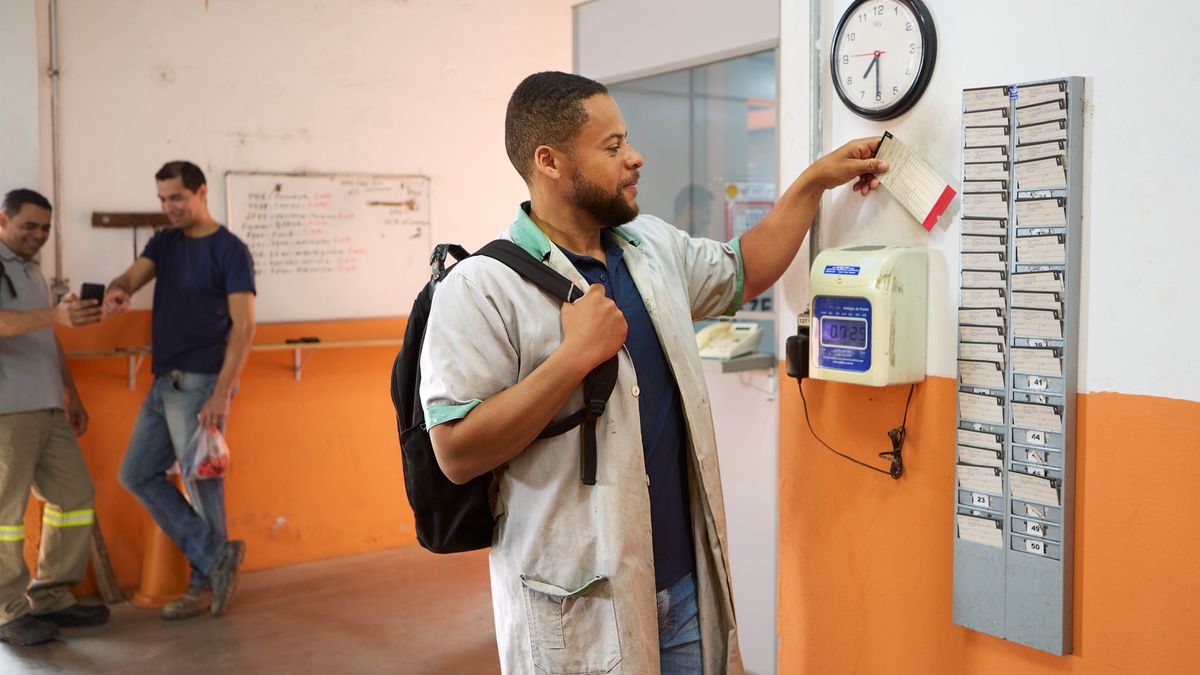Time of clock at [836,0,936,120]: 7:30
